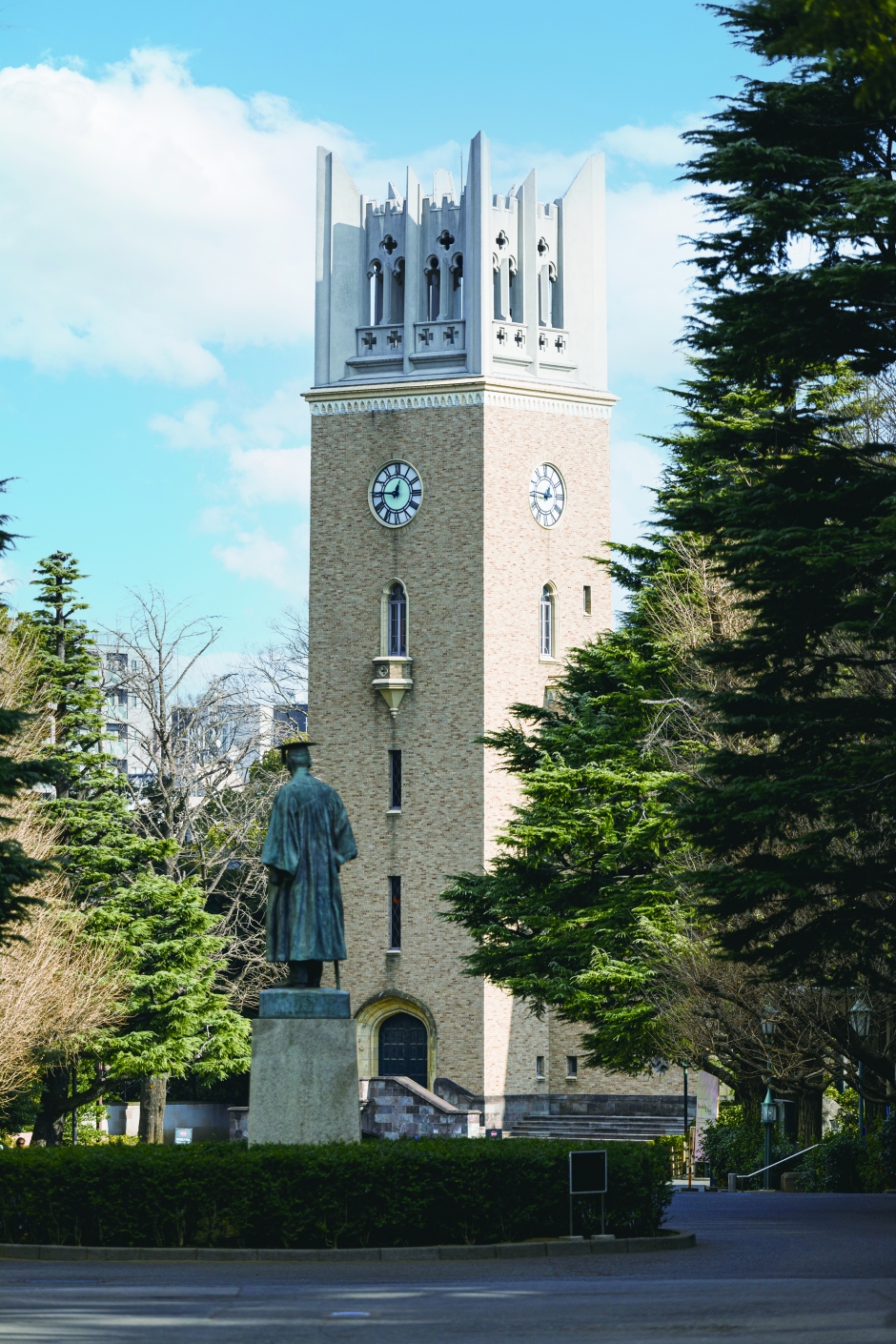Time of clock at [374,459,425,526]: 12:45
